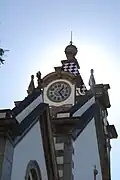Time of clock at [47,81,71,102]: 1:24
